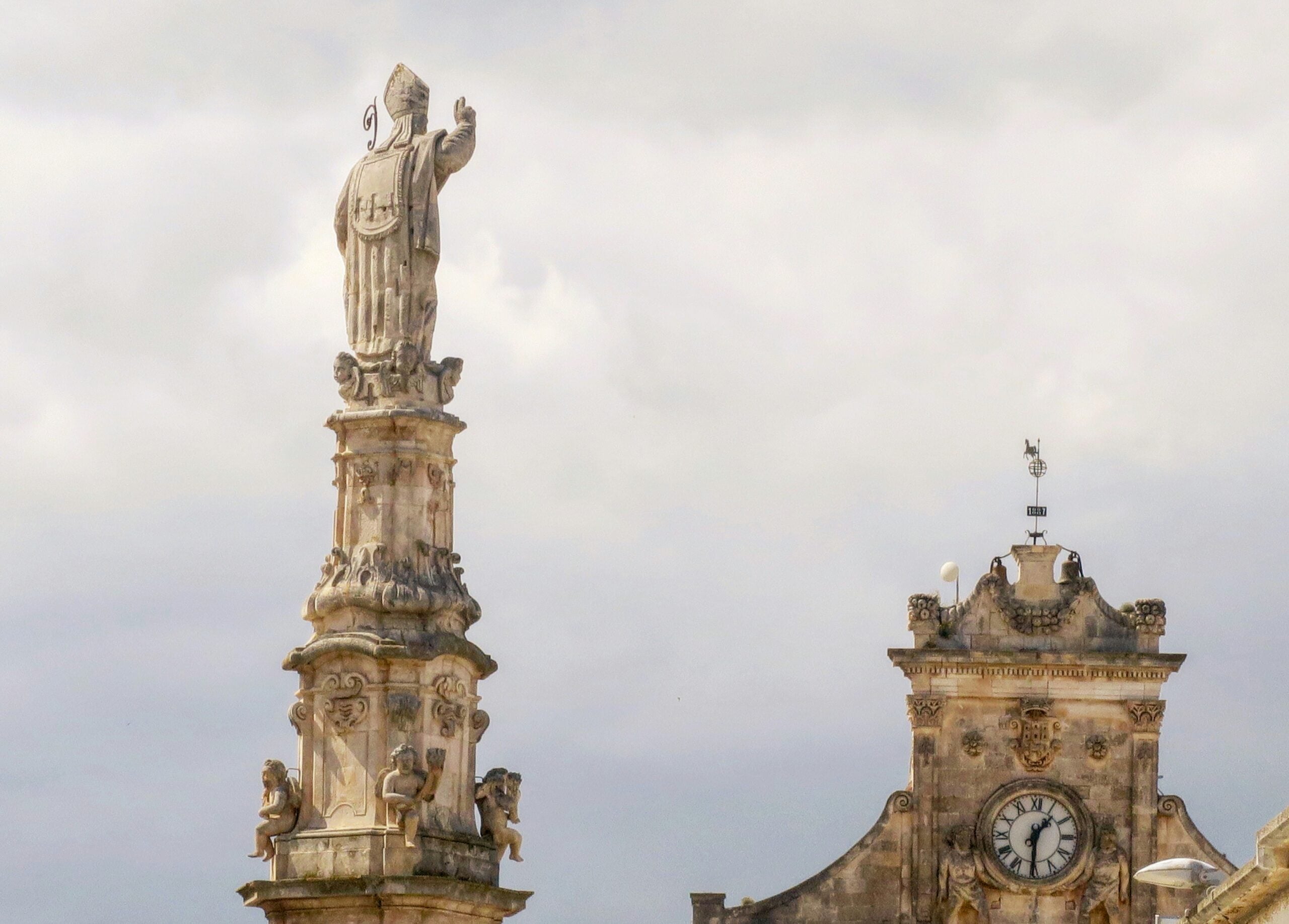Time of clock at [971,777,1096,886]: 1:30
